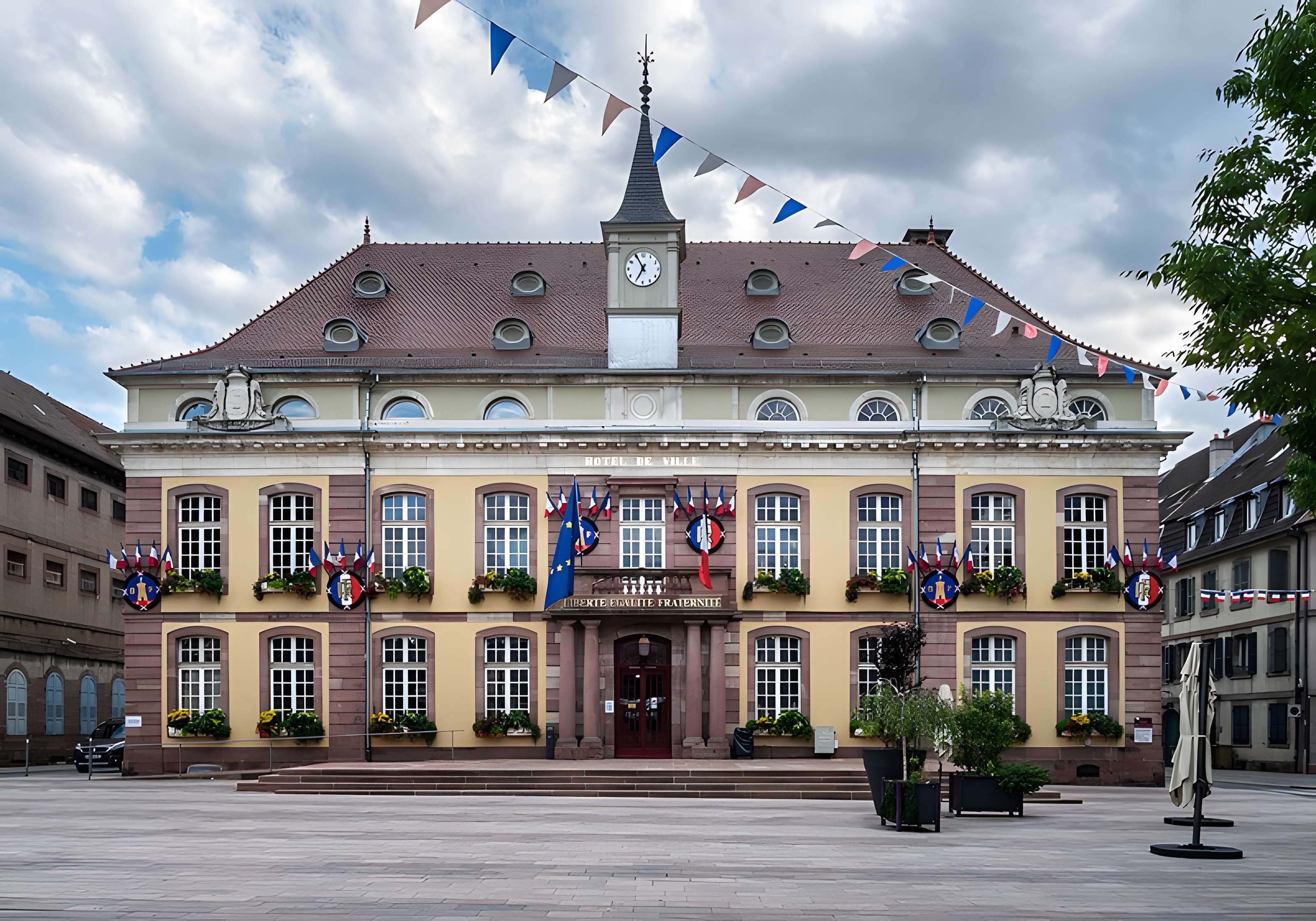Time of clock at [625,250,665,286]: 6:55
